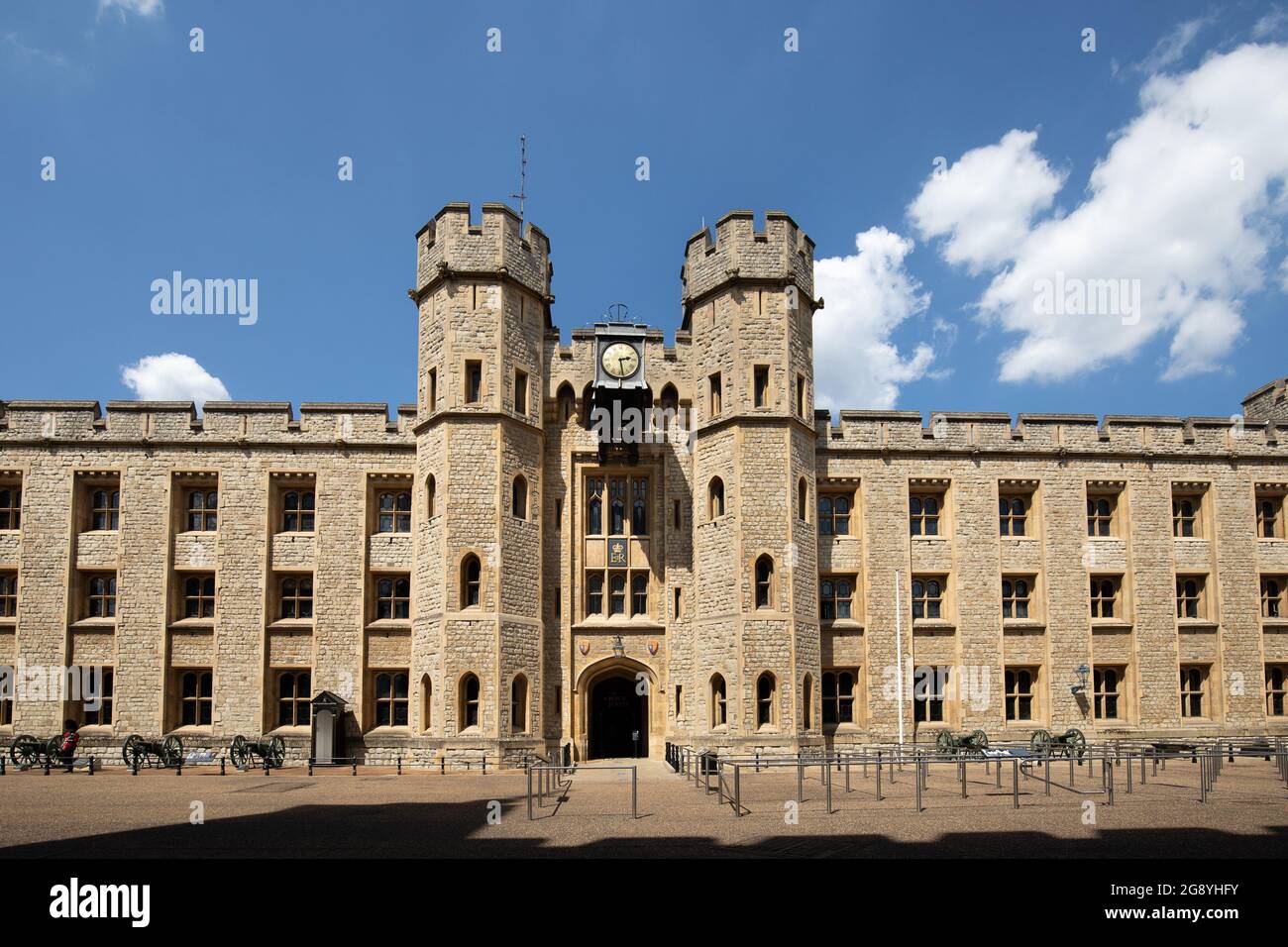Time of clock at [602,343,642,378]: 2:28
